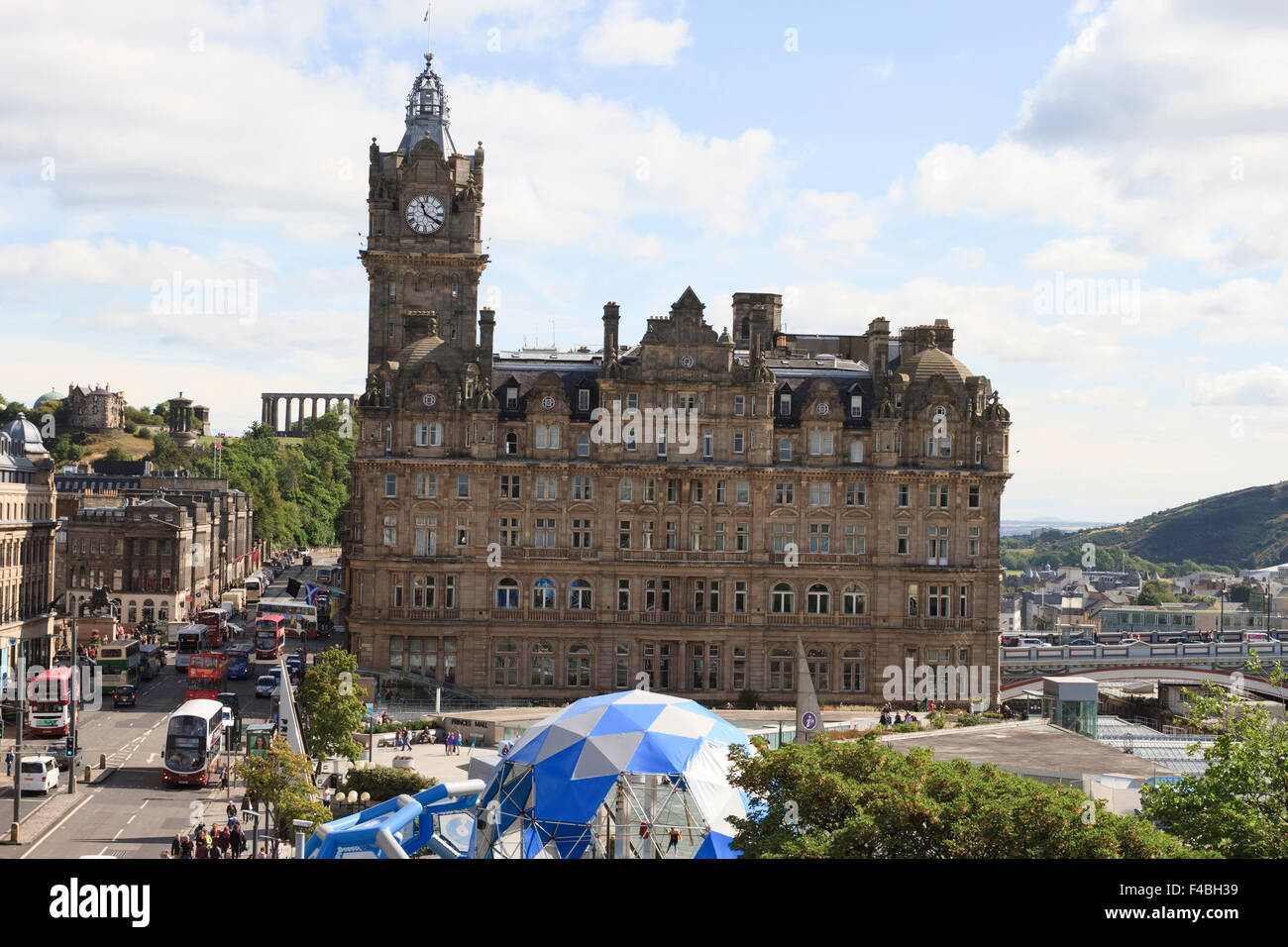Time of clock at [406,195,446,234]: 11:20
